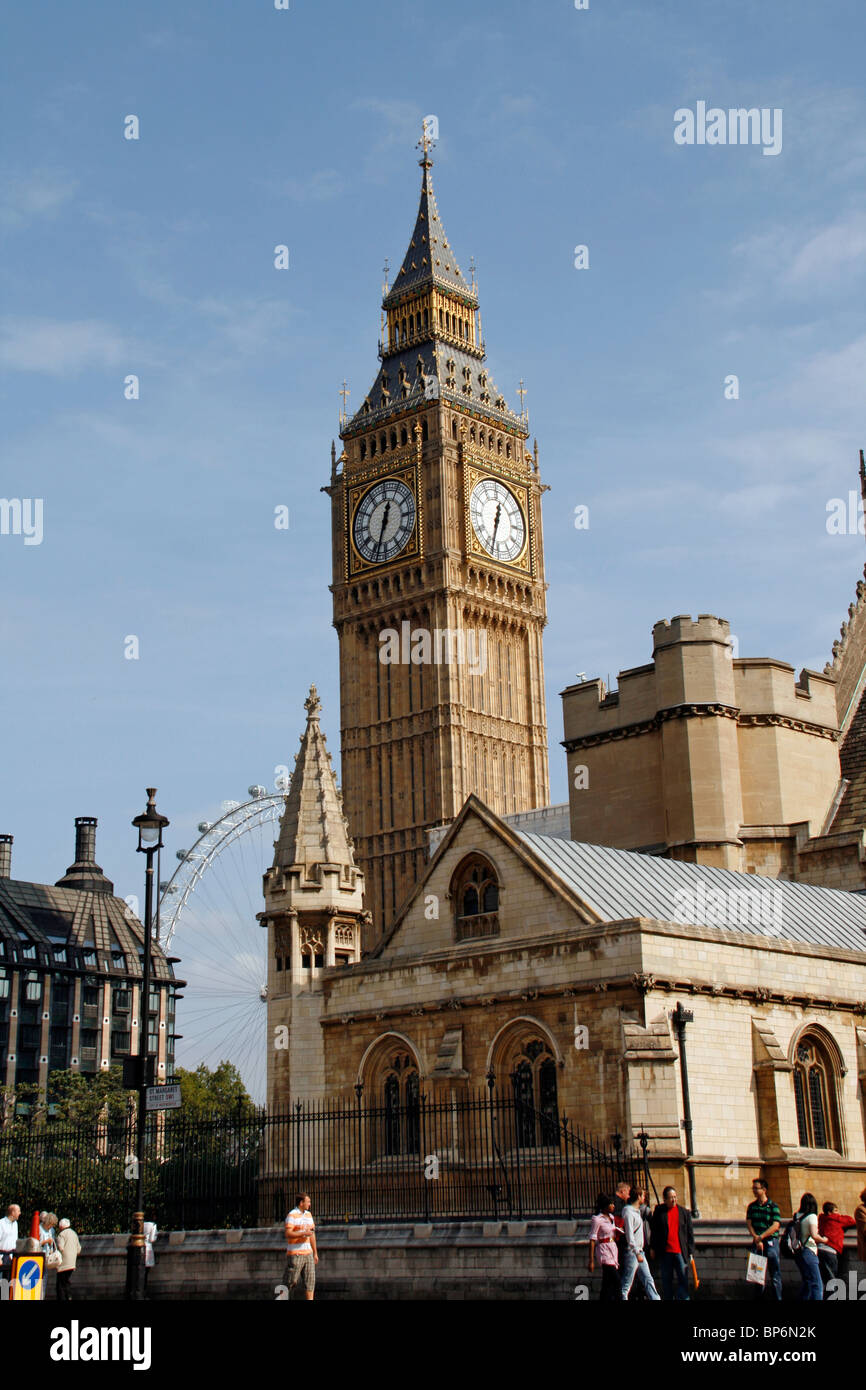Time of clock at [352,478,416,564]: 12:33
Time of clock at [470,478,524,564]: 12:32
